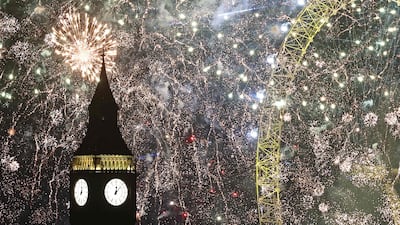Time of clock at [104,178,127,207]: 12:06
